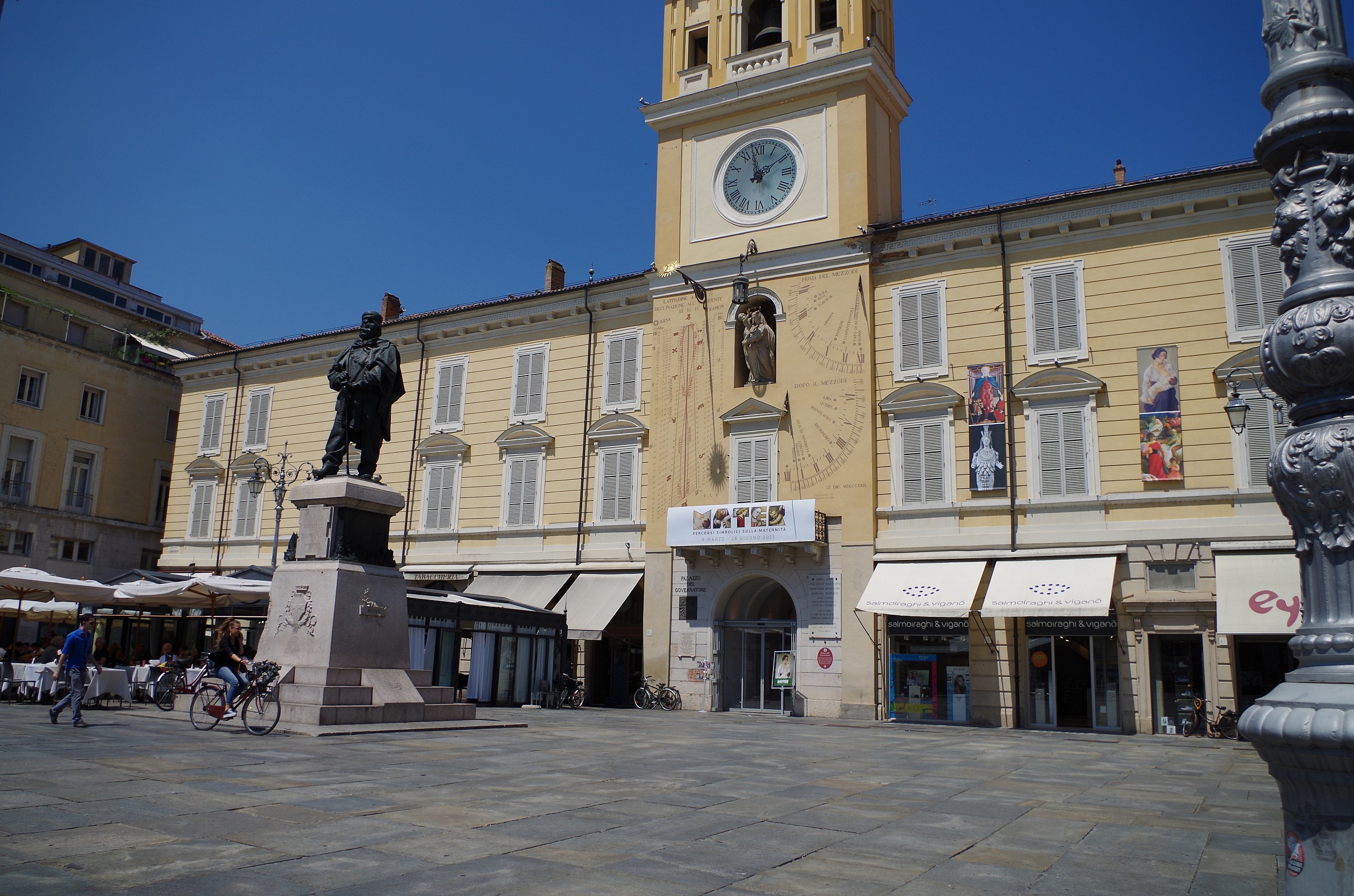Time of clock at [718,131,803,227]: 1:57
